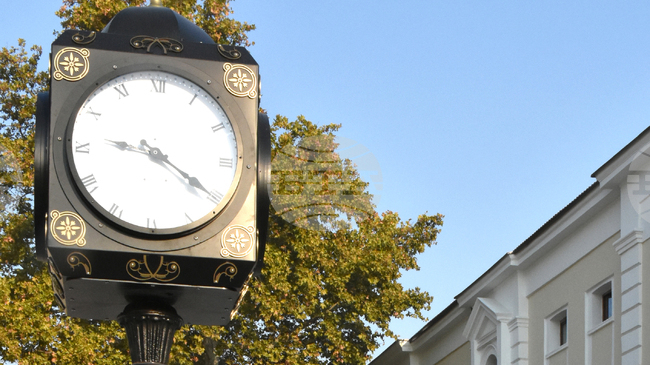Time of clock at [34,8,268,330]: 9:20
